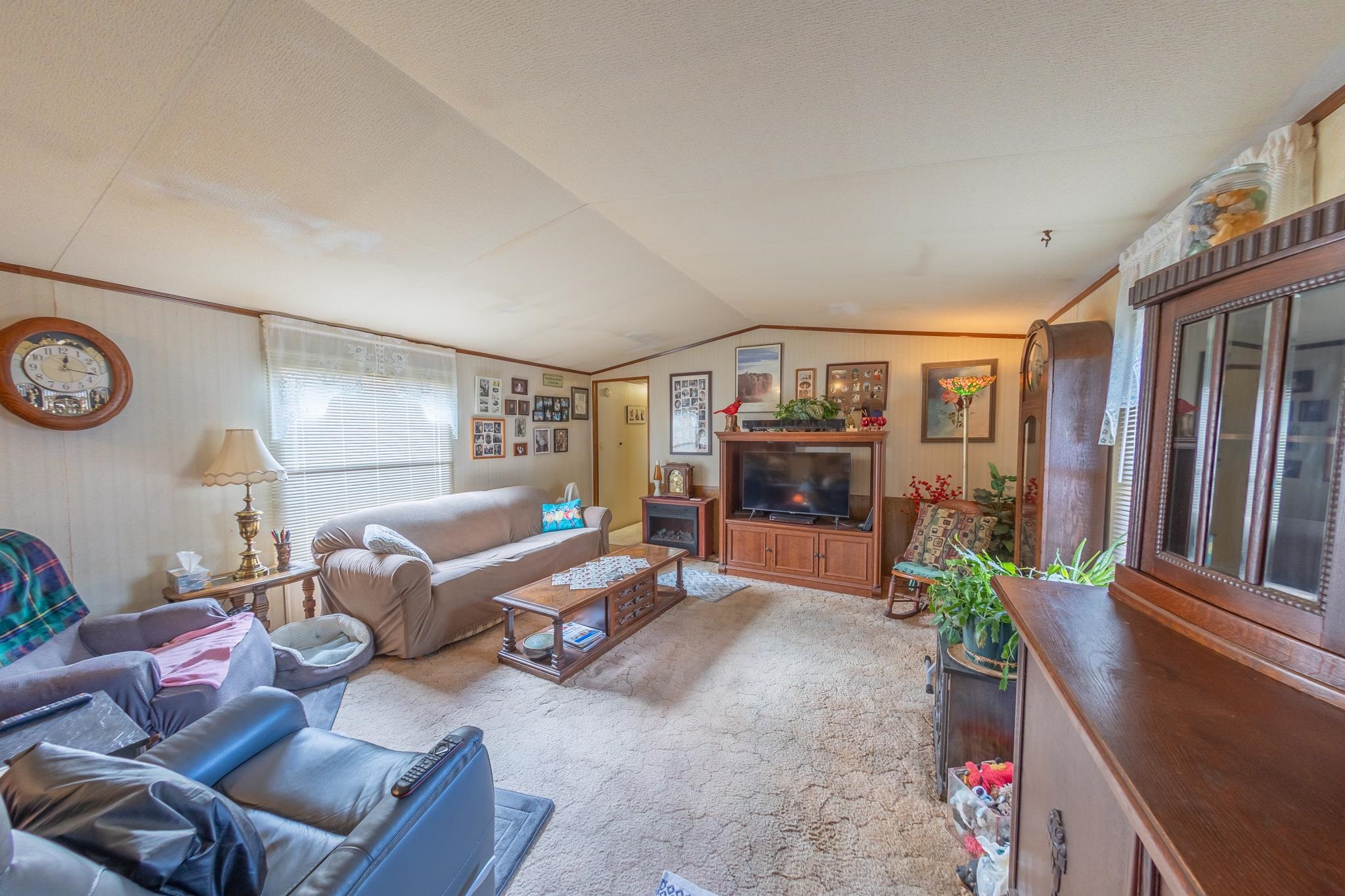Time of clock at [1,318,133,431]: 12:16
